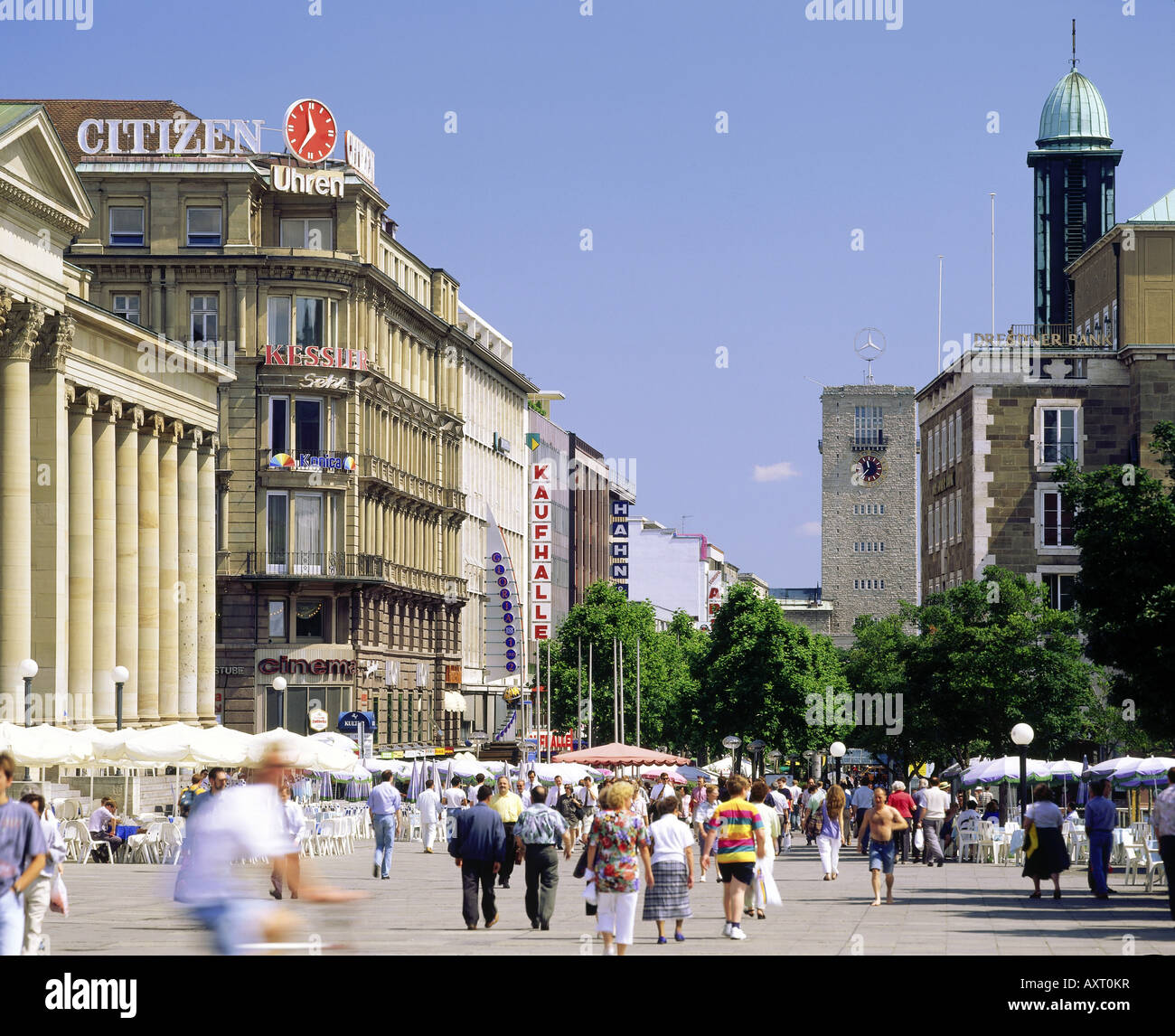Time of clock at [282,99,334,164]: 11:35
